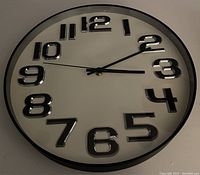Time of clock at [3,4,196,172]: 3:10
